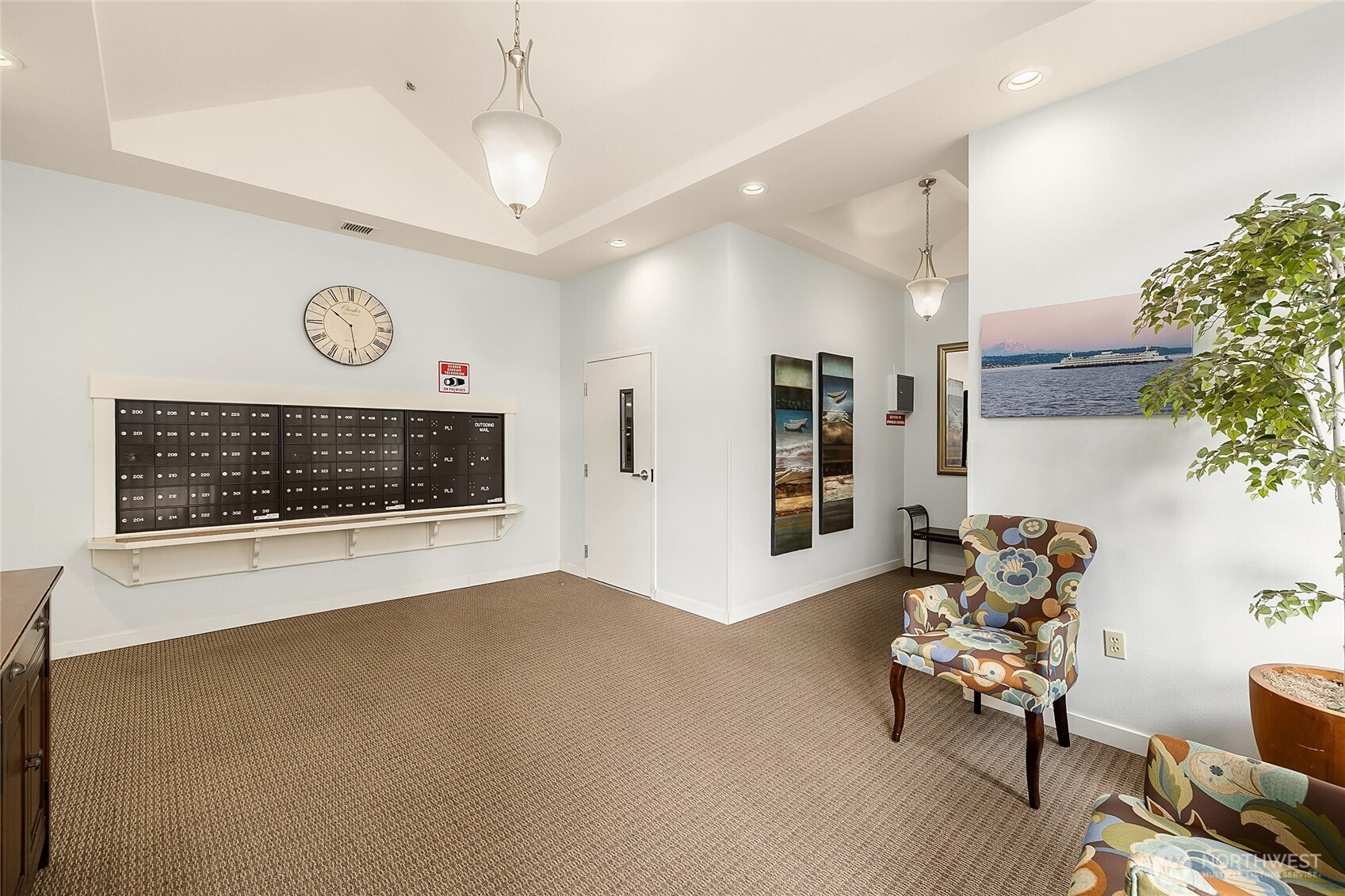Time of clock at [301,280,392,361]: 10:28
